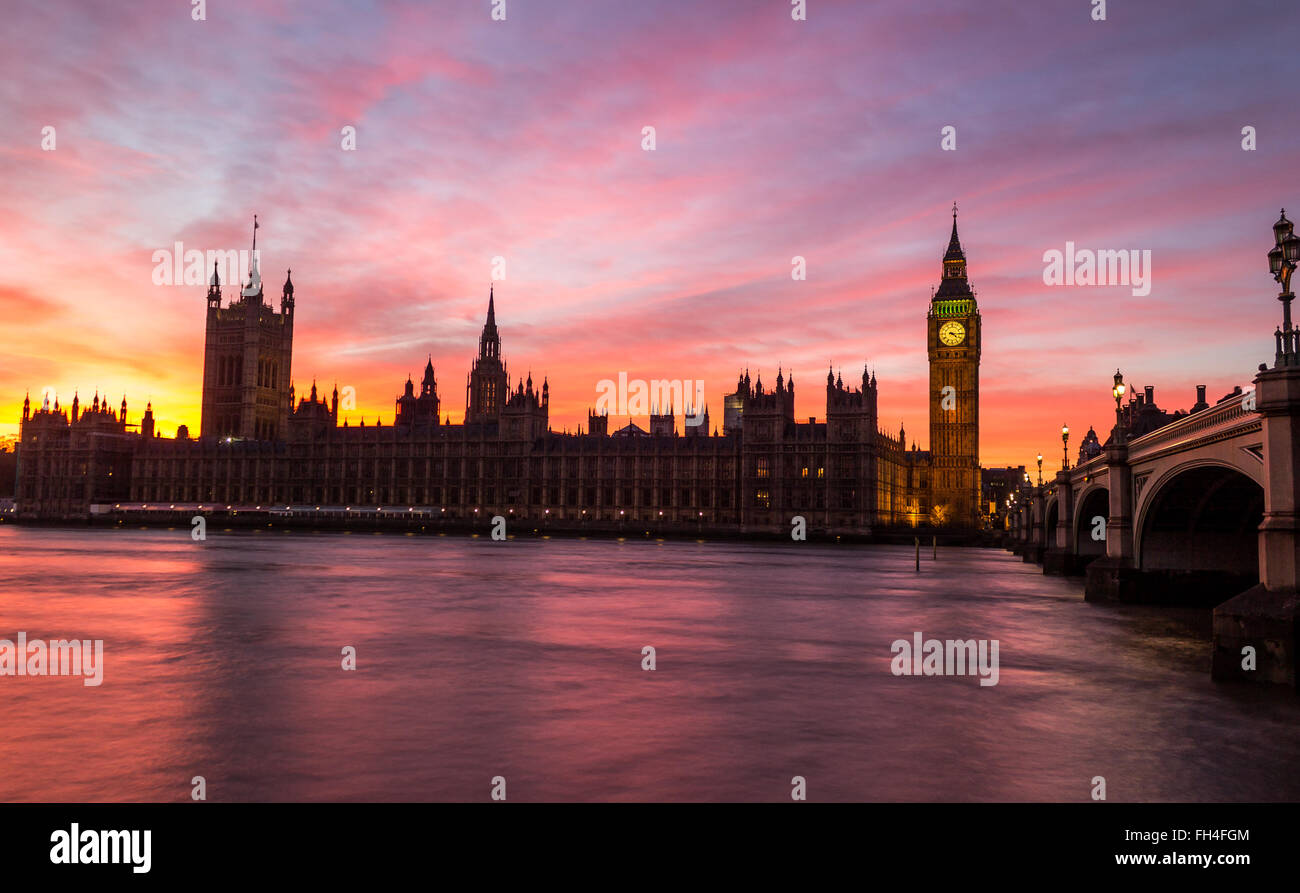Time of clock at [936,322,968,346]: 4:14
